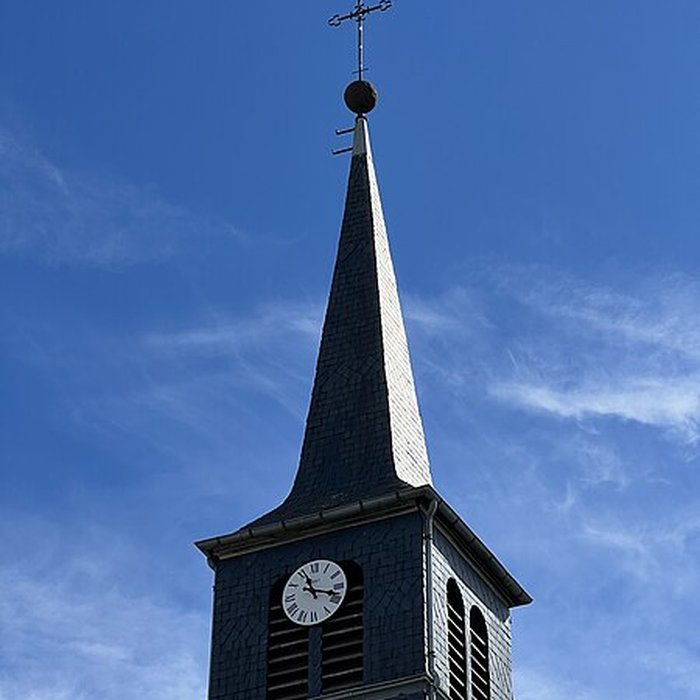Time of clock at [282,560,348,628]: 11:17
